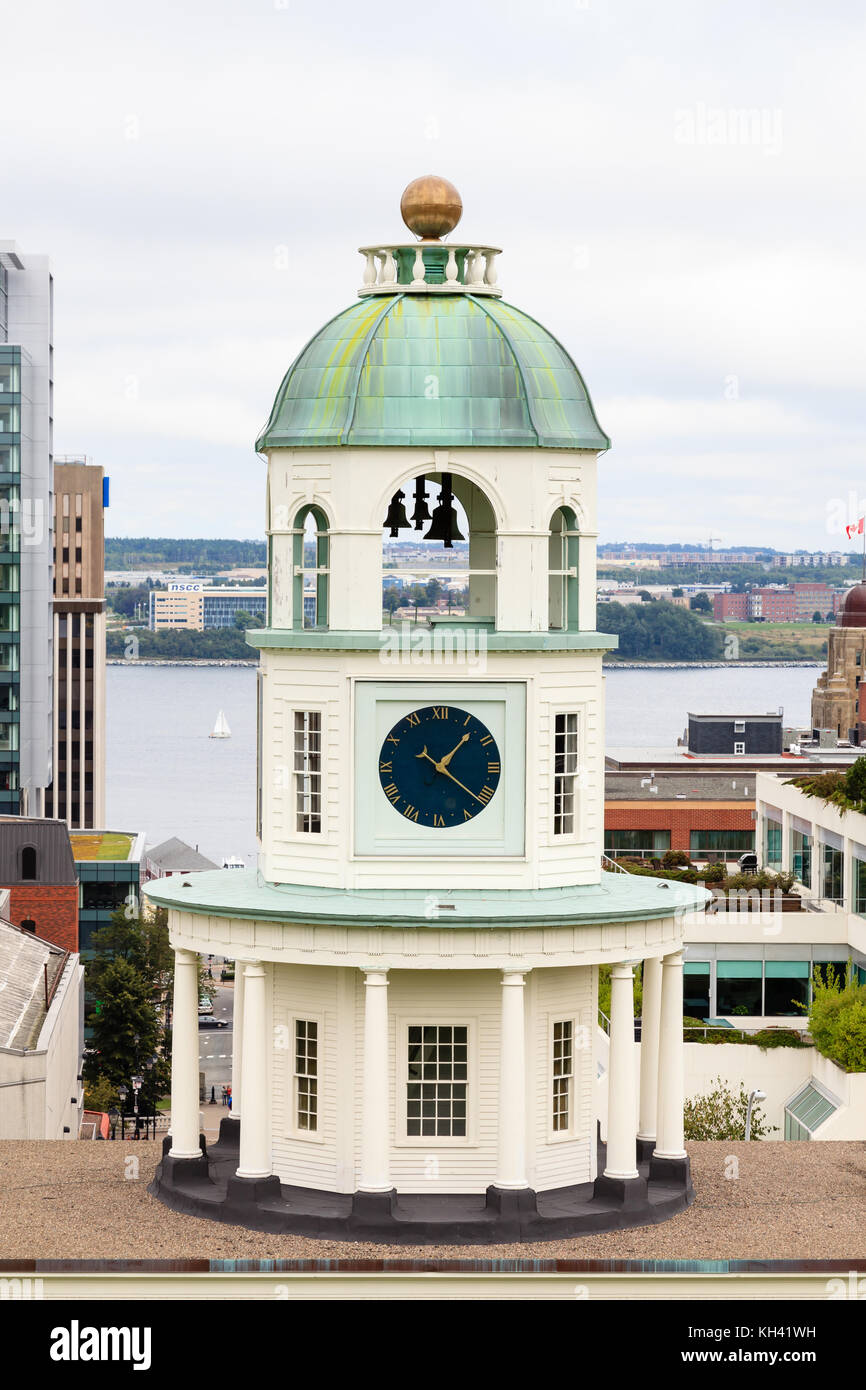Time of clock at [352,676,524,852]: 1:21
